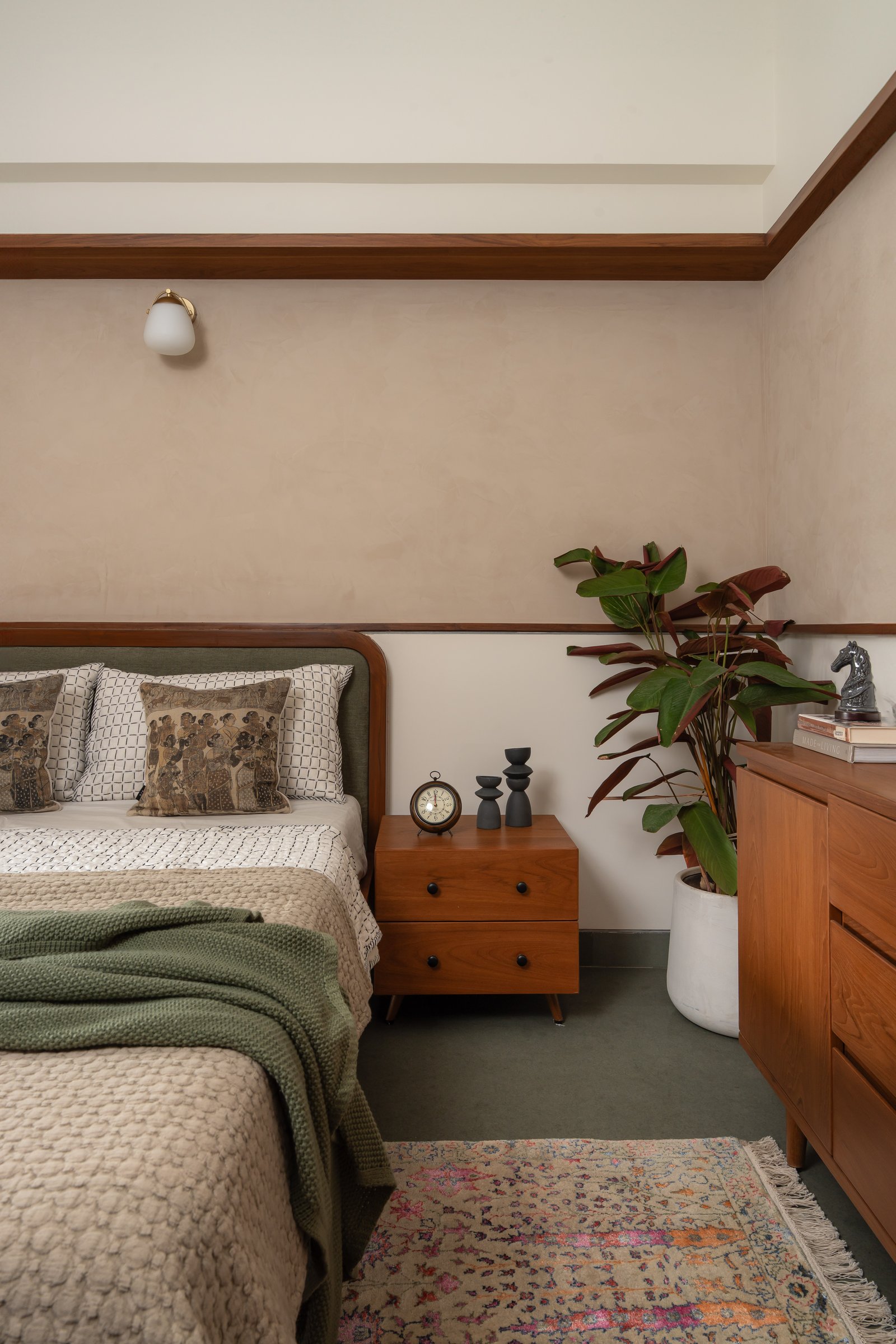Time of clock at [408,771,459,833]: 11:59
